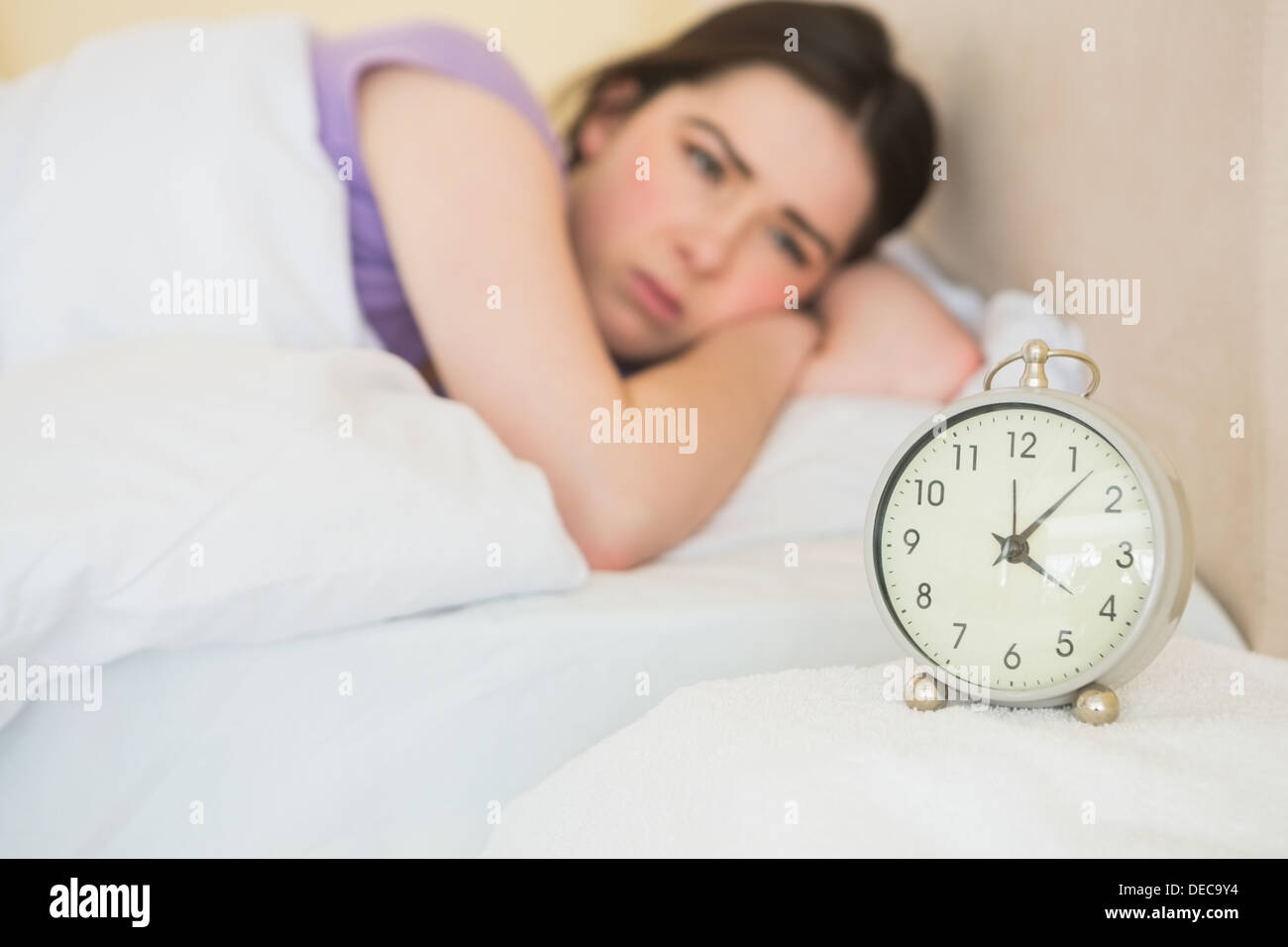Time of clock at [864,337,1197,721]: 4:07
